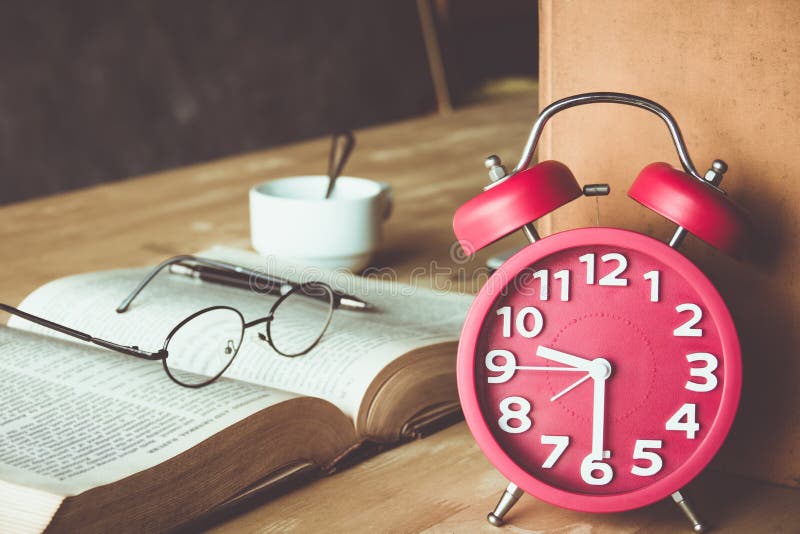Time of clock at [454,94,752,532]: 9:29
